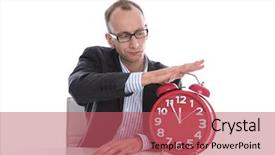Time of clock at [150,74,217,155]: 11:55
